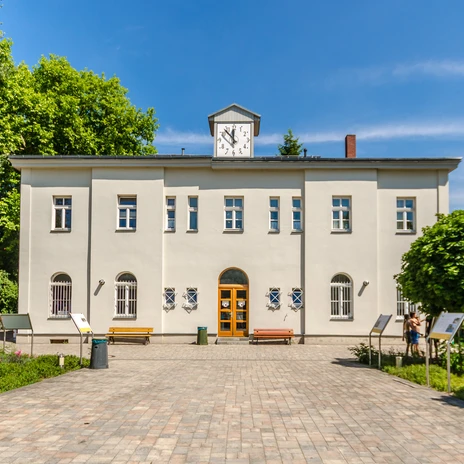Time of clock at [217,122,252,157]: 11:53
